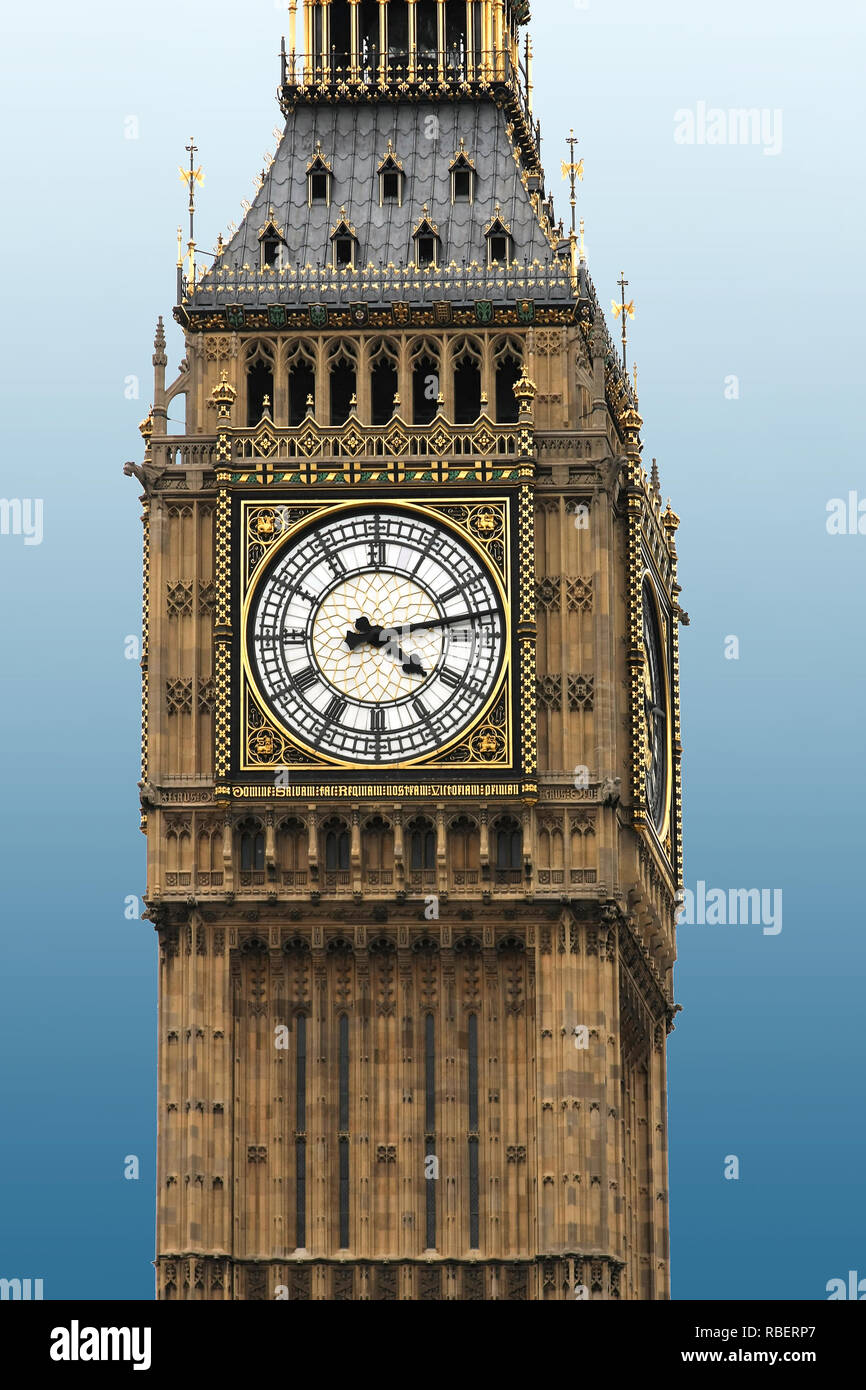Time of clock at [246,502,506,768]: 4:13
